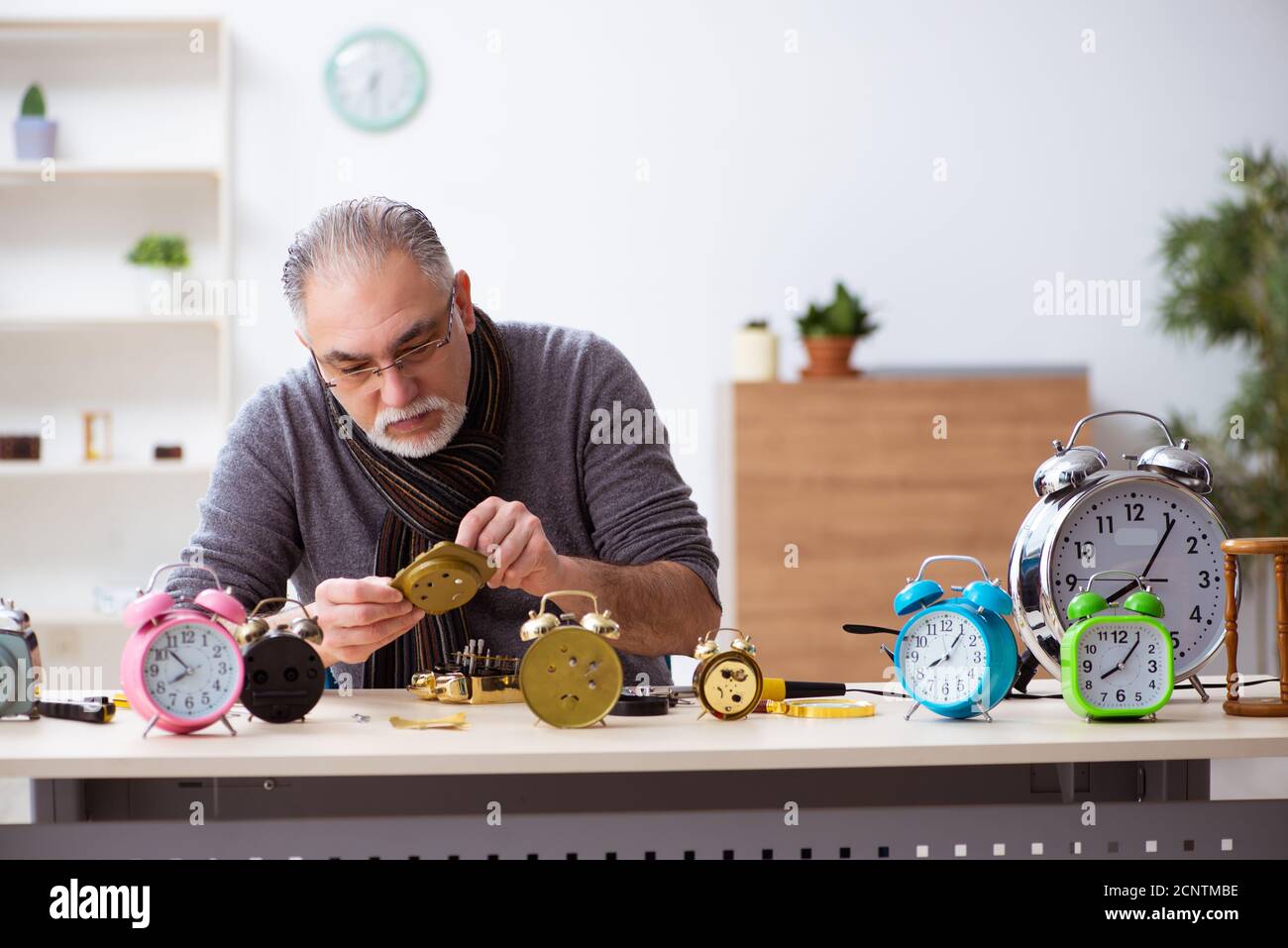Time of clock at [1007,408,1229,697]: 8:06
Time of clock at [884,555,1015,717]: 8:05
